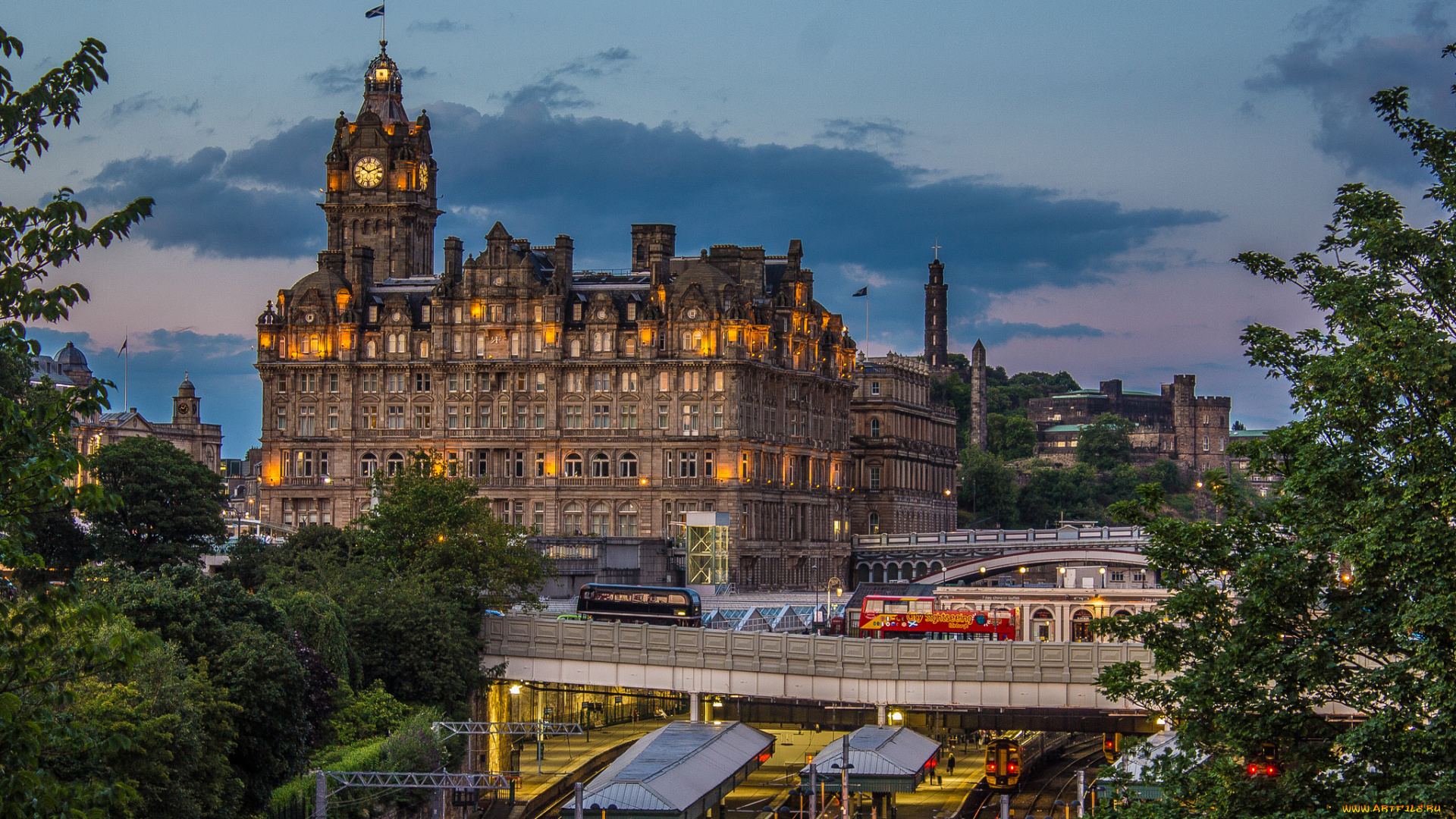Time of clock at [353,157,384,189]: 10:11
